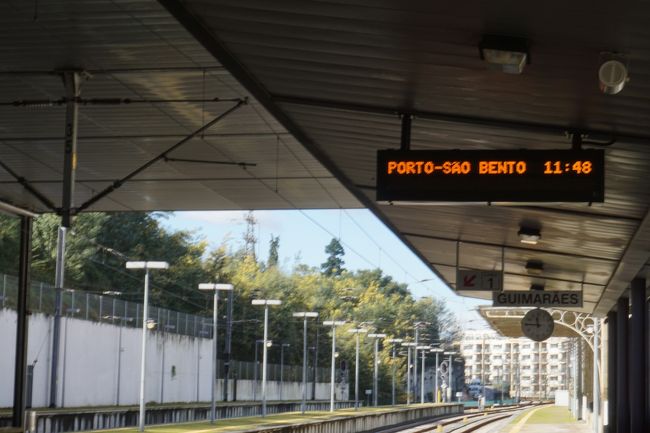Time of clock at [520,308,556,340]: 11:45
